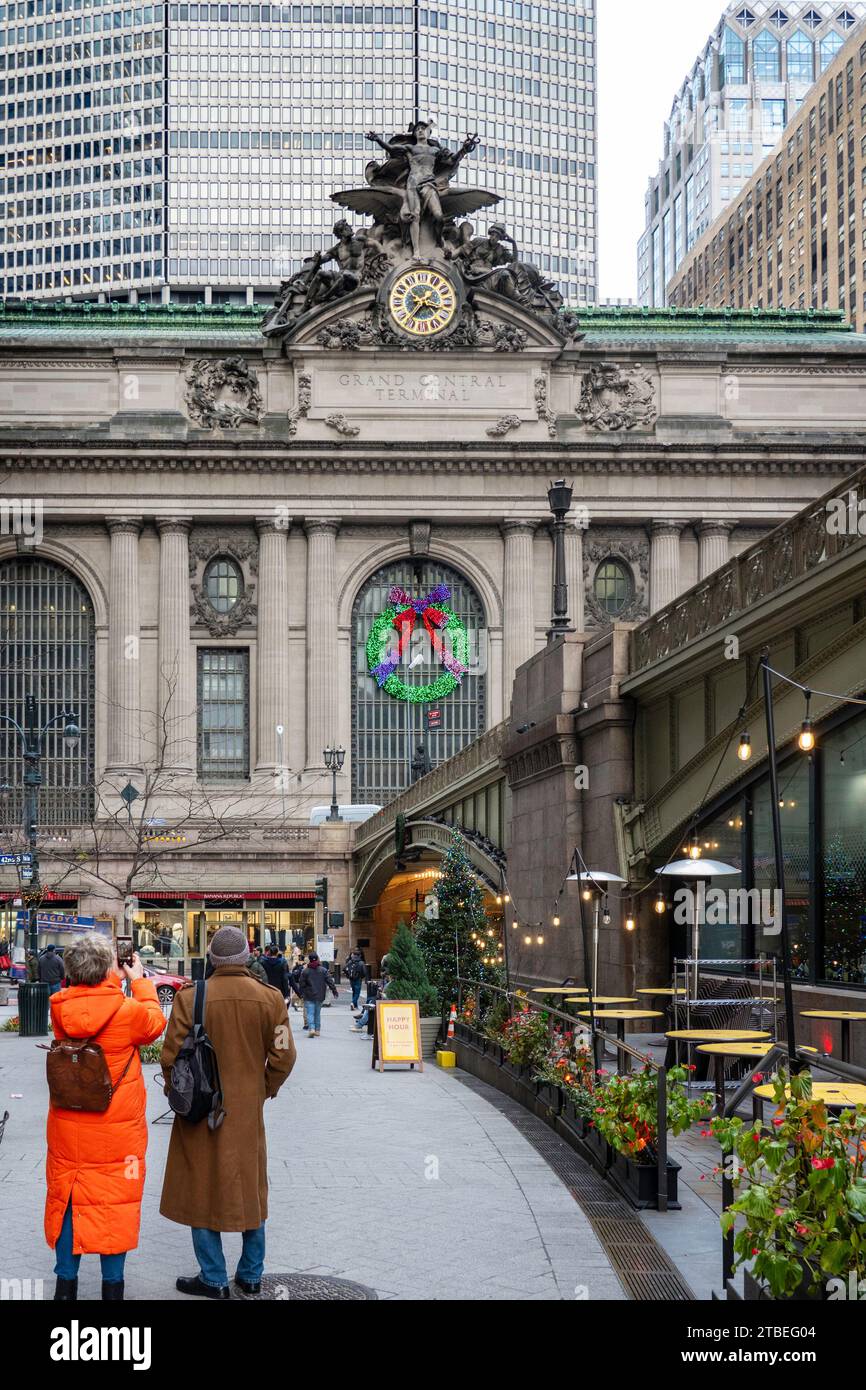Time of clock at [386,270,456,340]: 3:36
